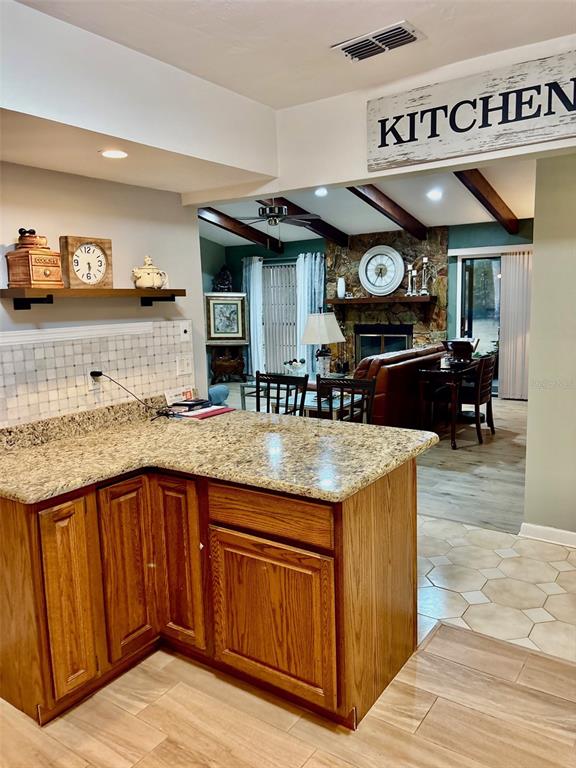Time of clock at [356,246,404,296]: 5:34
